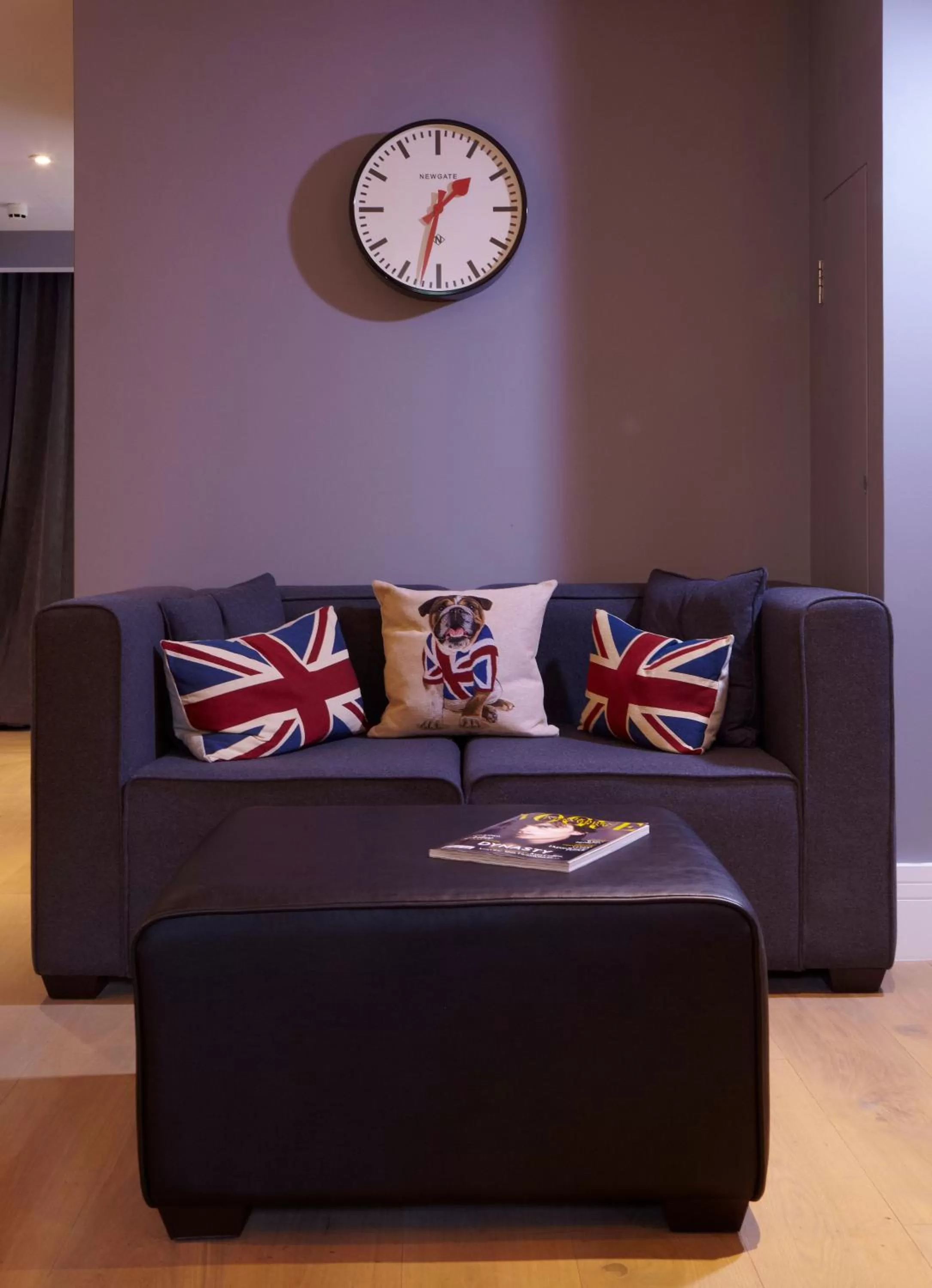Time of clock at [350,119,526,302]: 1:32
